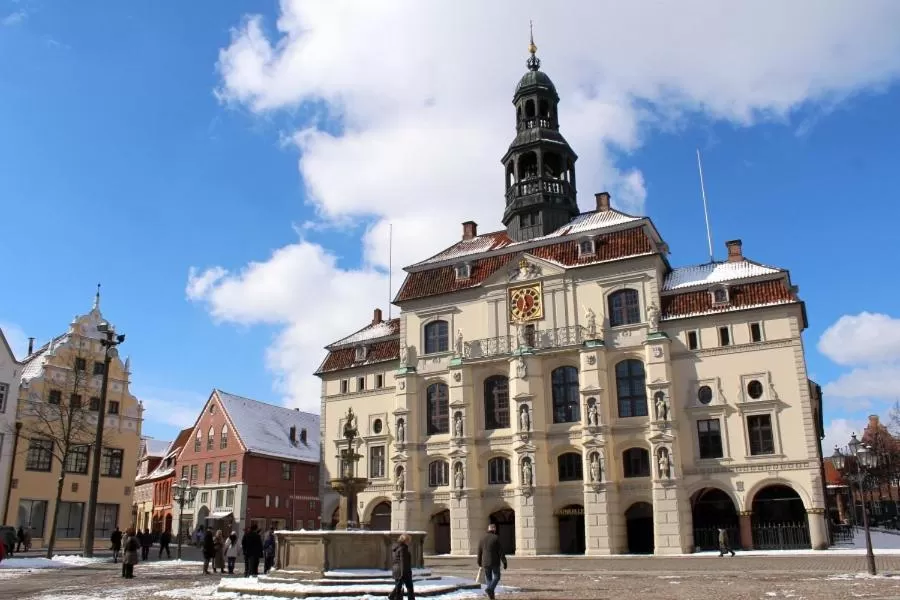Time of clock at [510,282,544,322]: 11:32
